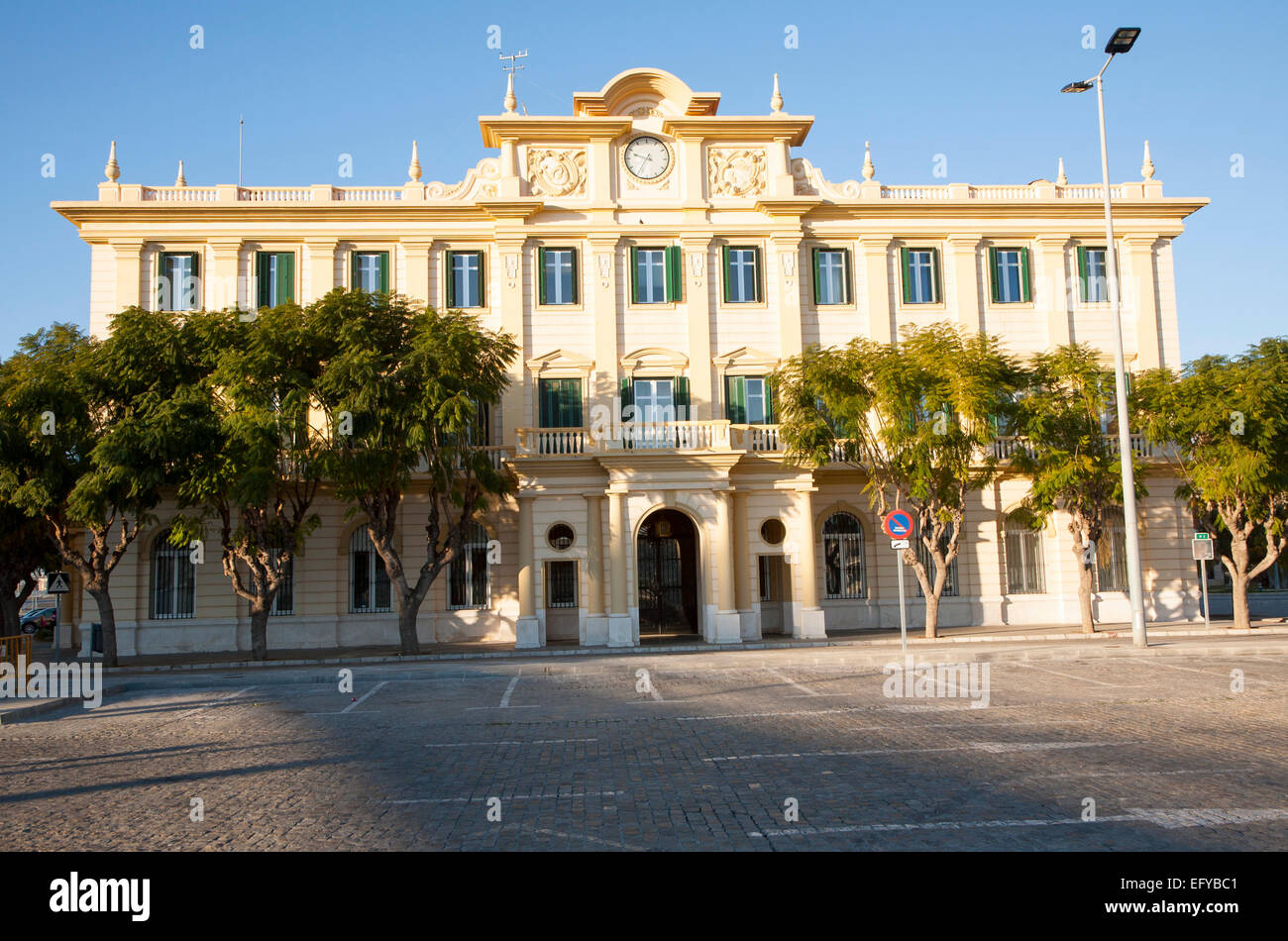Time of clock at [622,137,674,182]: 9:35
